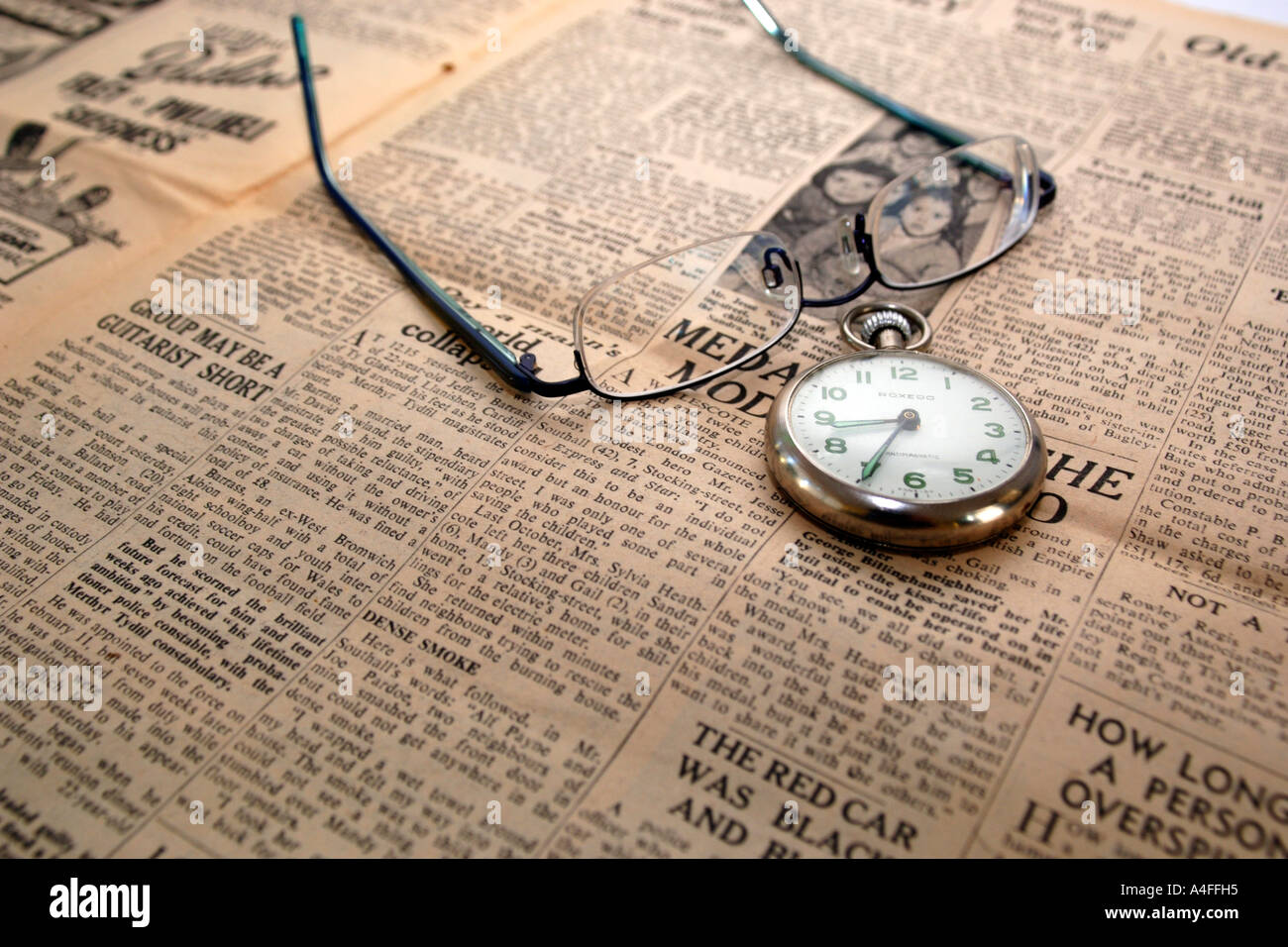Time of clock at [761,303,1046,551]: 8:34
